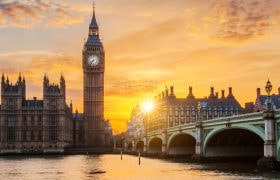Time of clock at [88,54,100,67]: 7:37
